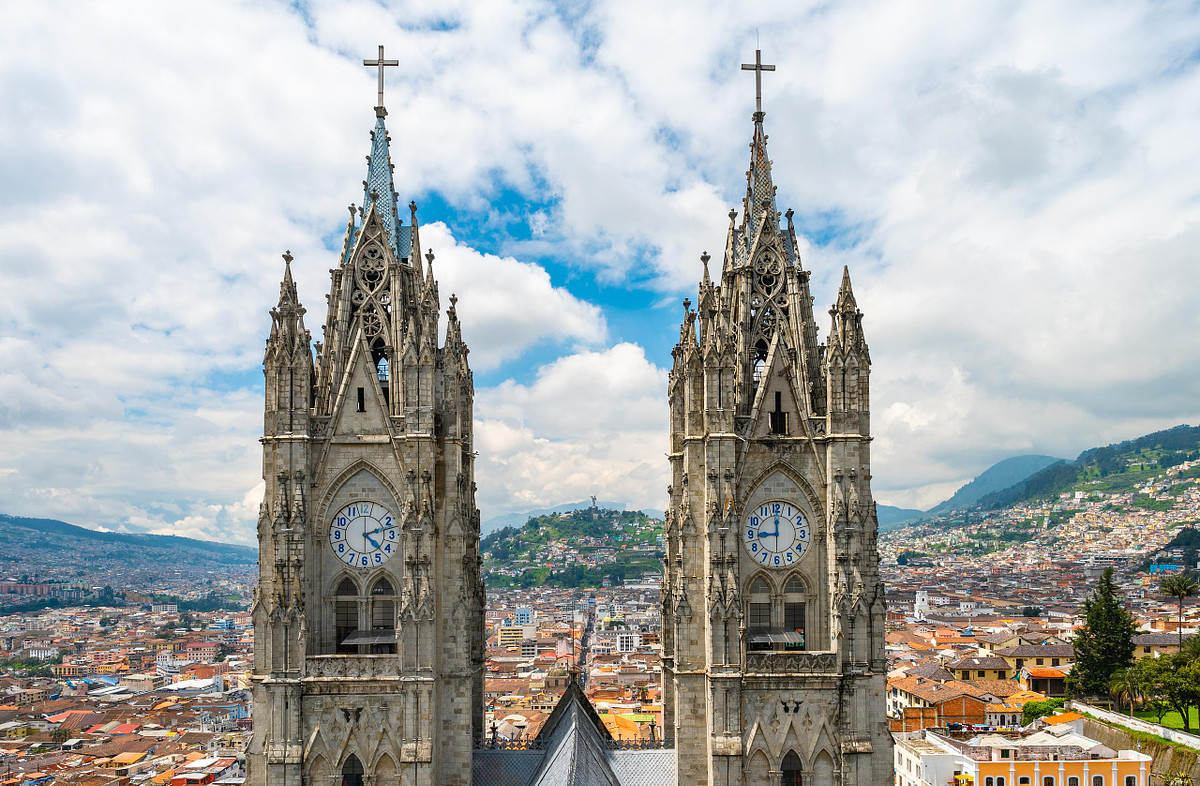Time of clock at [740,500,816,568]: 9:00
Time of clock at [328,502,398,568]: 4:12
